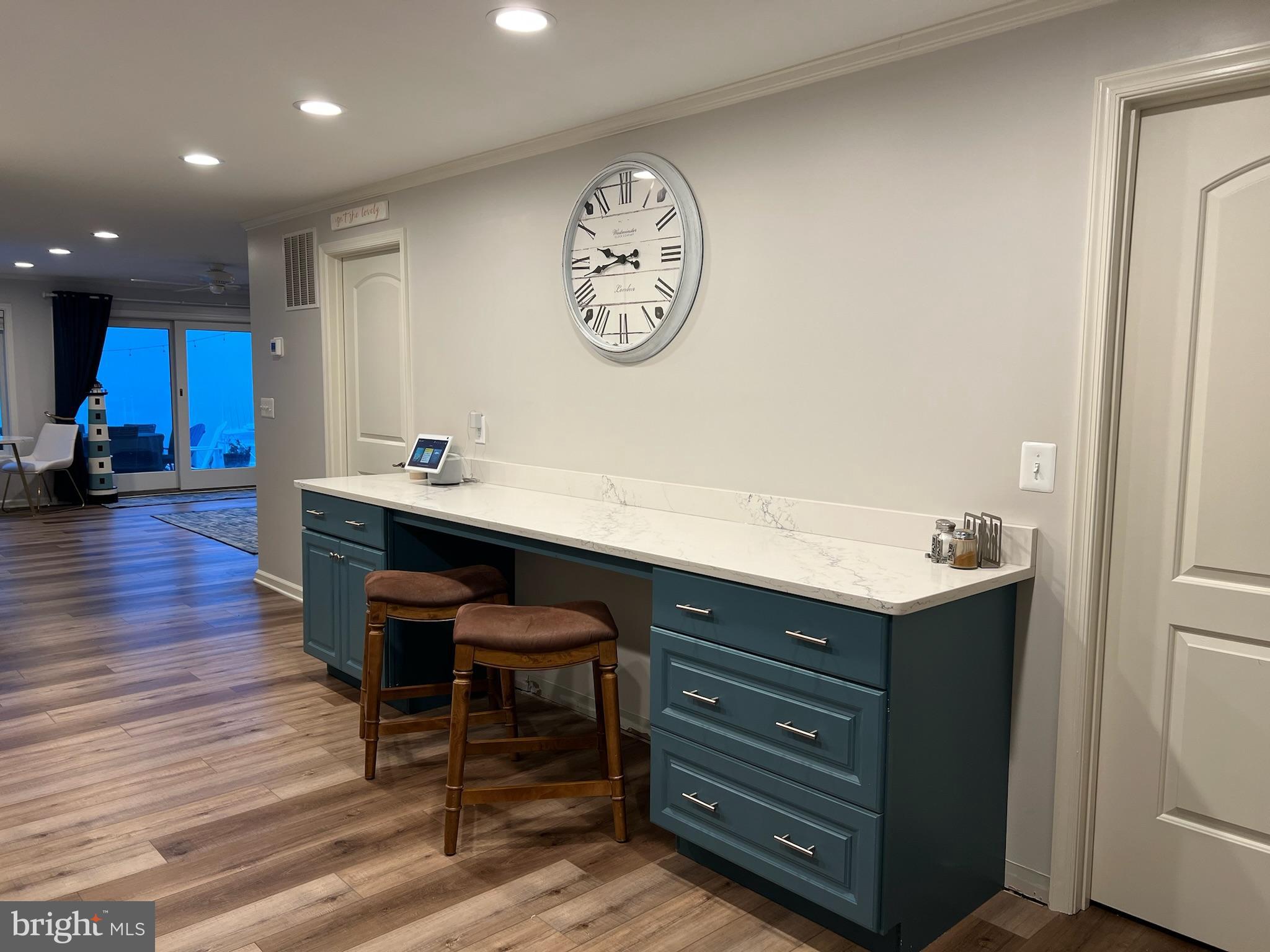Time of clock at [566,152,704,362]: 9:42
